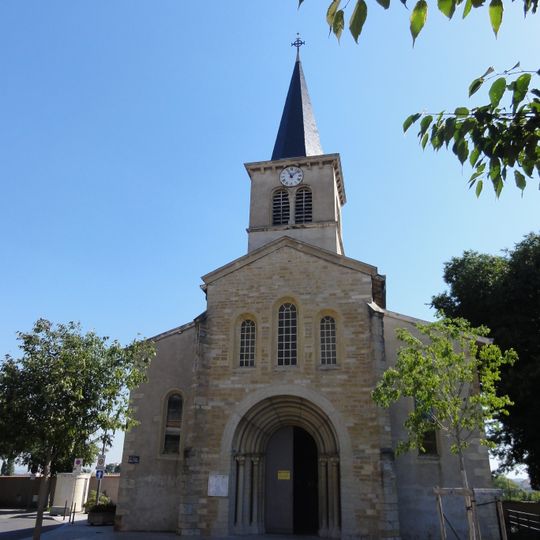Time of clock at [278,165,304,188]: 11:07
